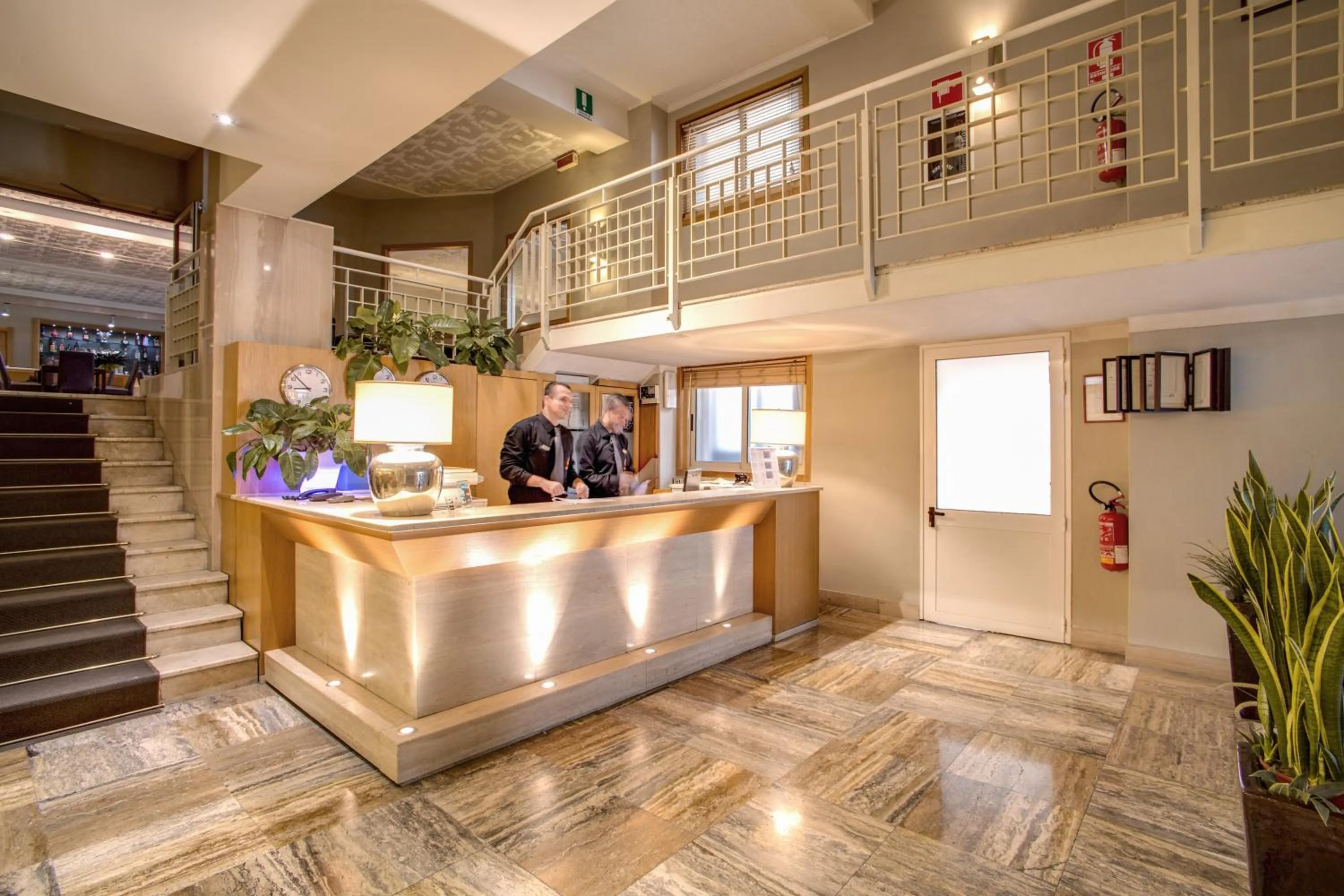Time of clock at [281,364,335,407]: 8:52
